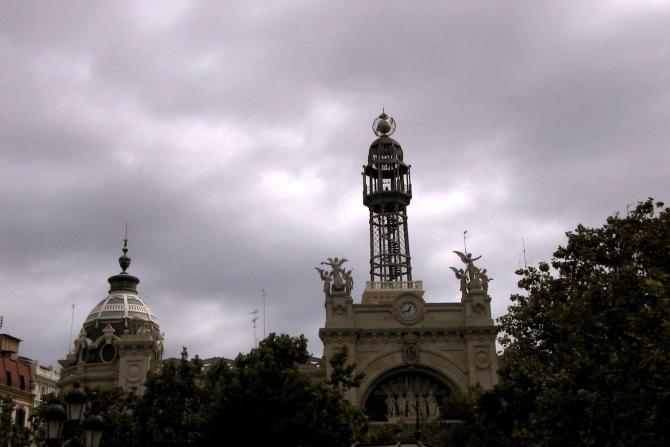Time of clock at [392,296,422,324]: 12:41
